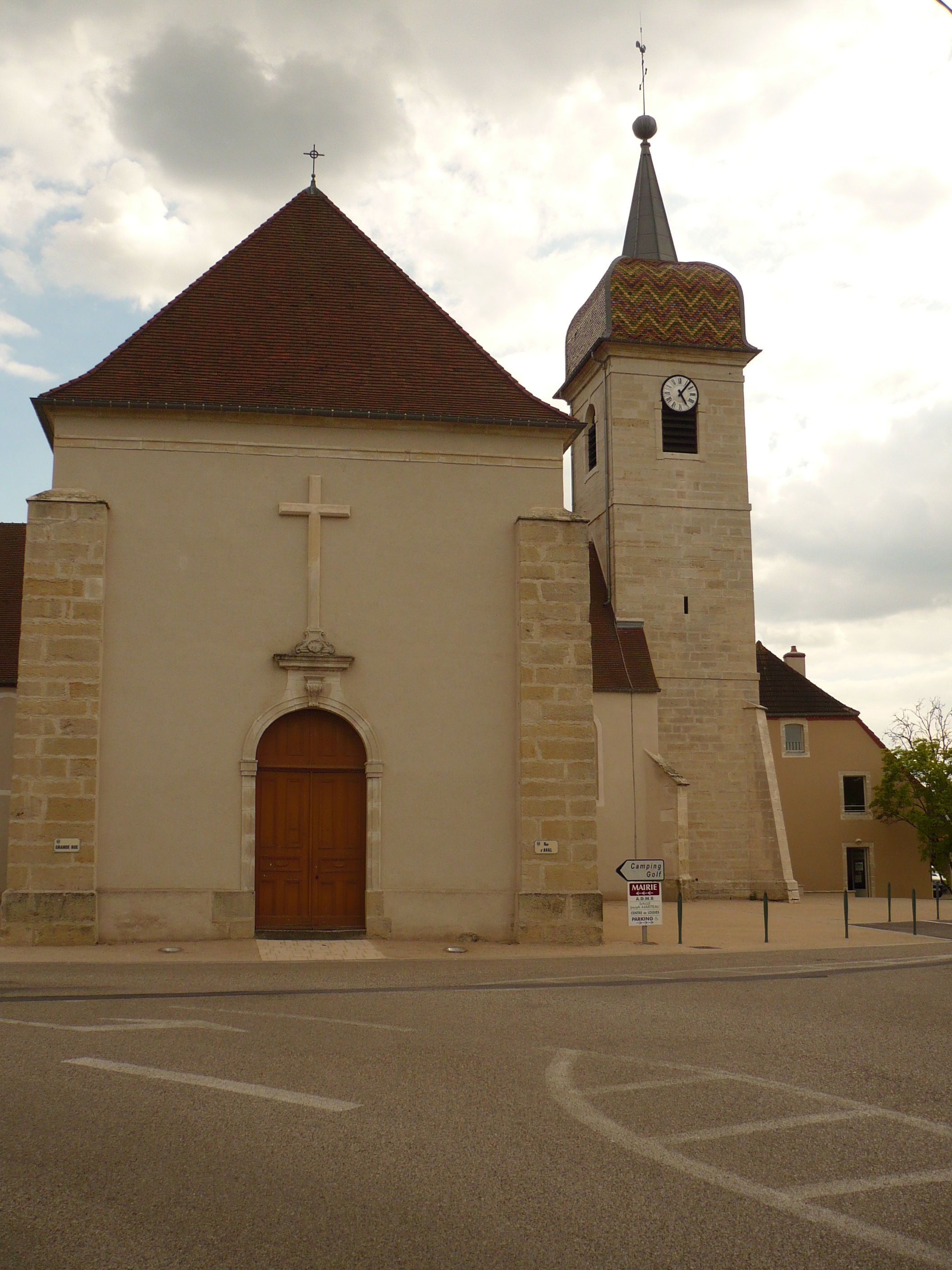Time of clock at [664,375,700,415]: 5:06
